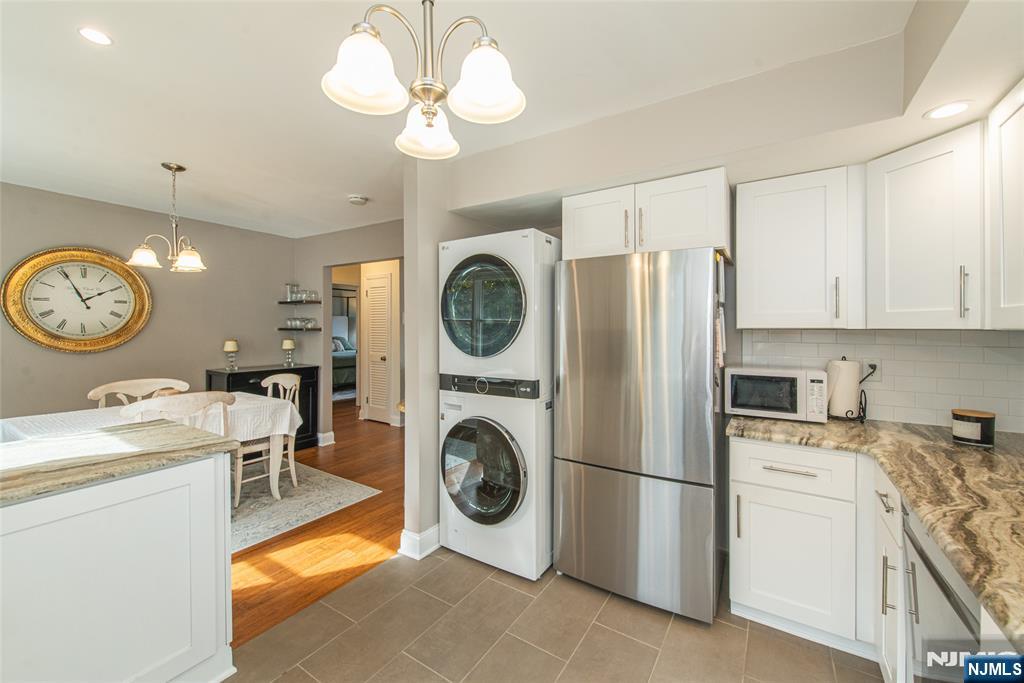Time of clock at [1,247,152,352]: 1:55
